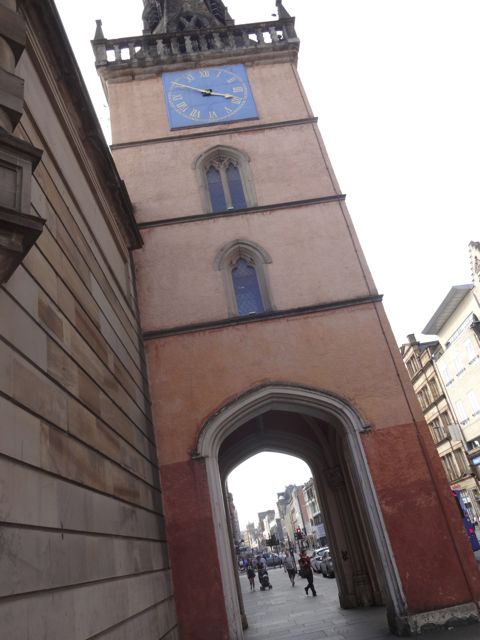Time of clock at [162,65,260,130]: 3:50
